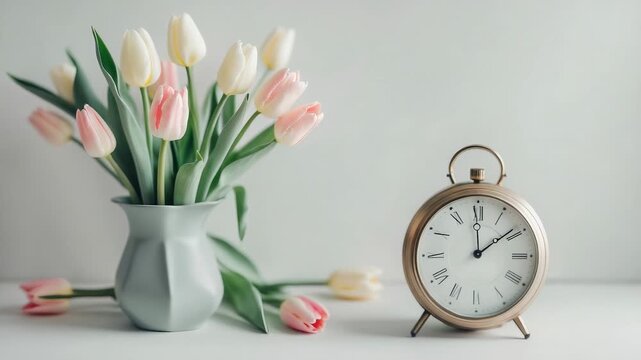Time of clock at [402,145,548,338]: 12:09
